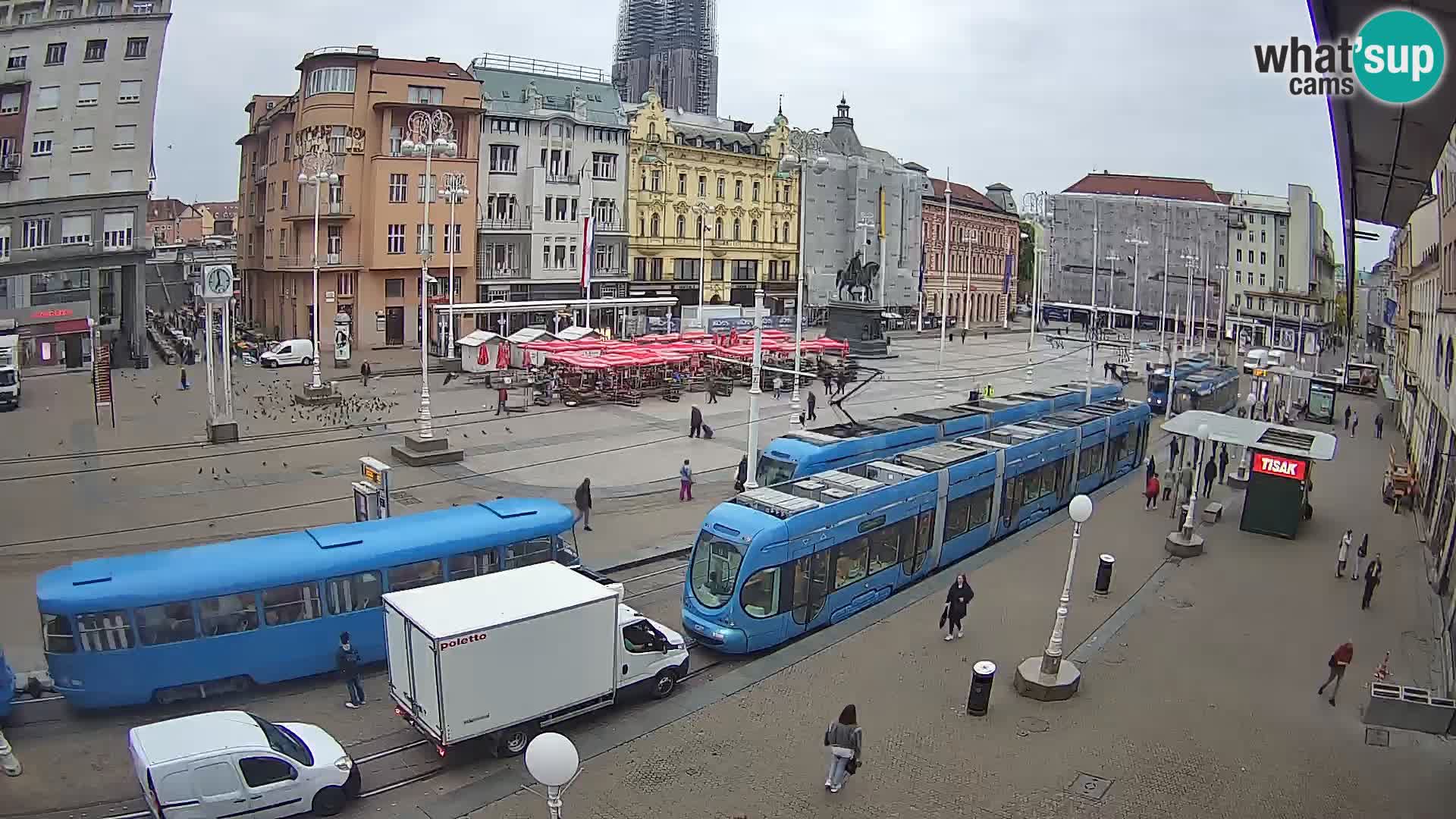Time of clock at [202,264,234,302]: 6:58
